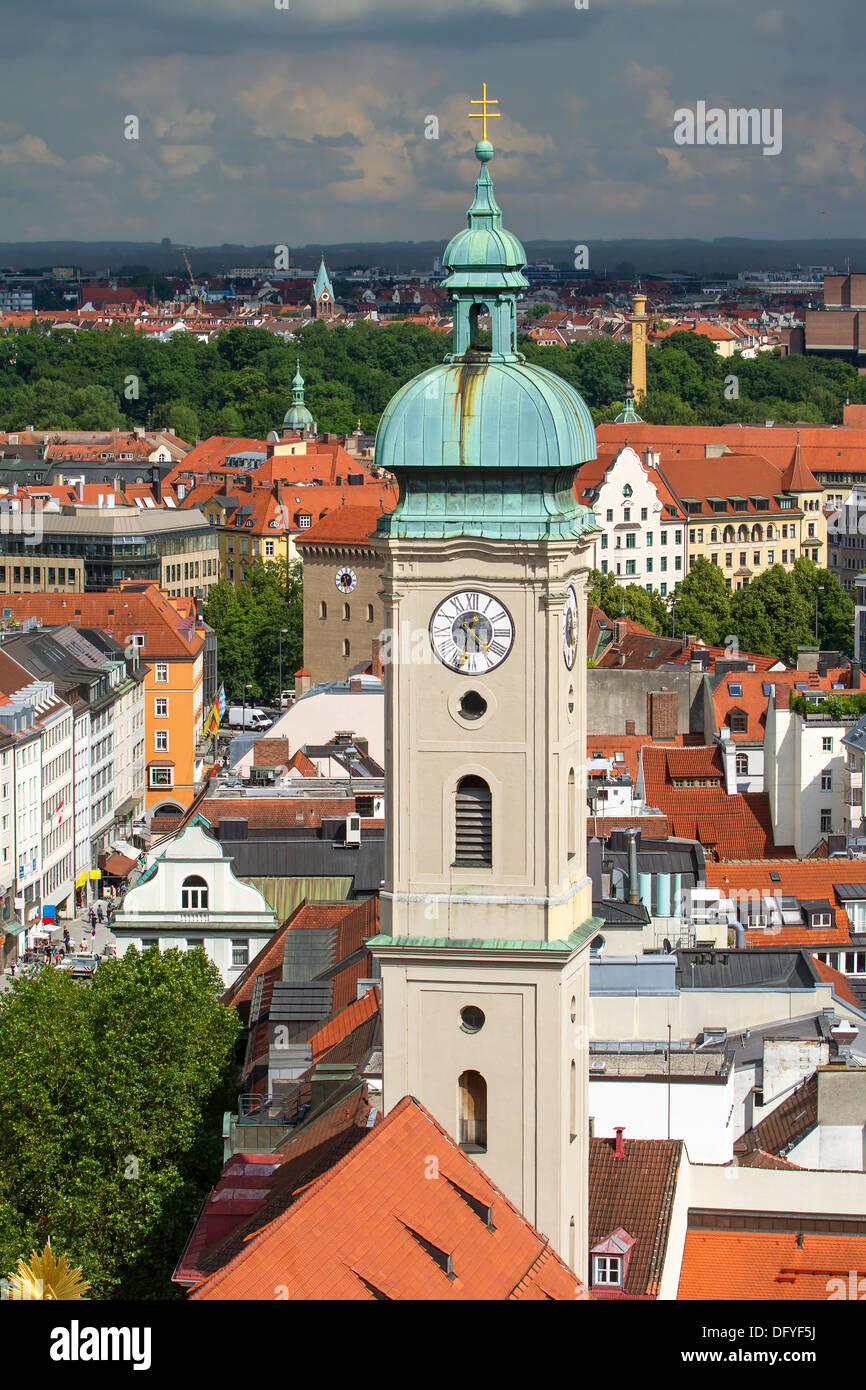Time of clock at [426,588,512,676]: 12:31
